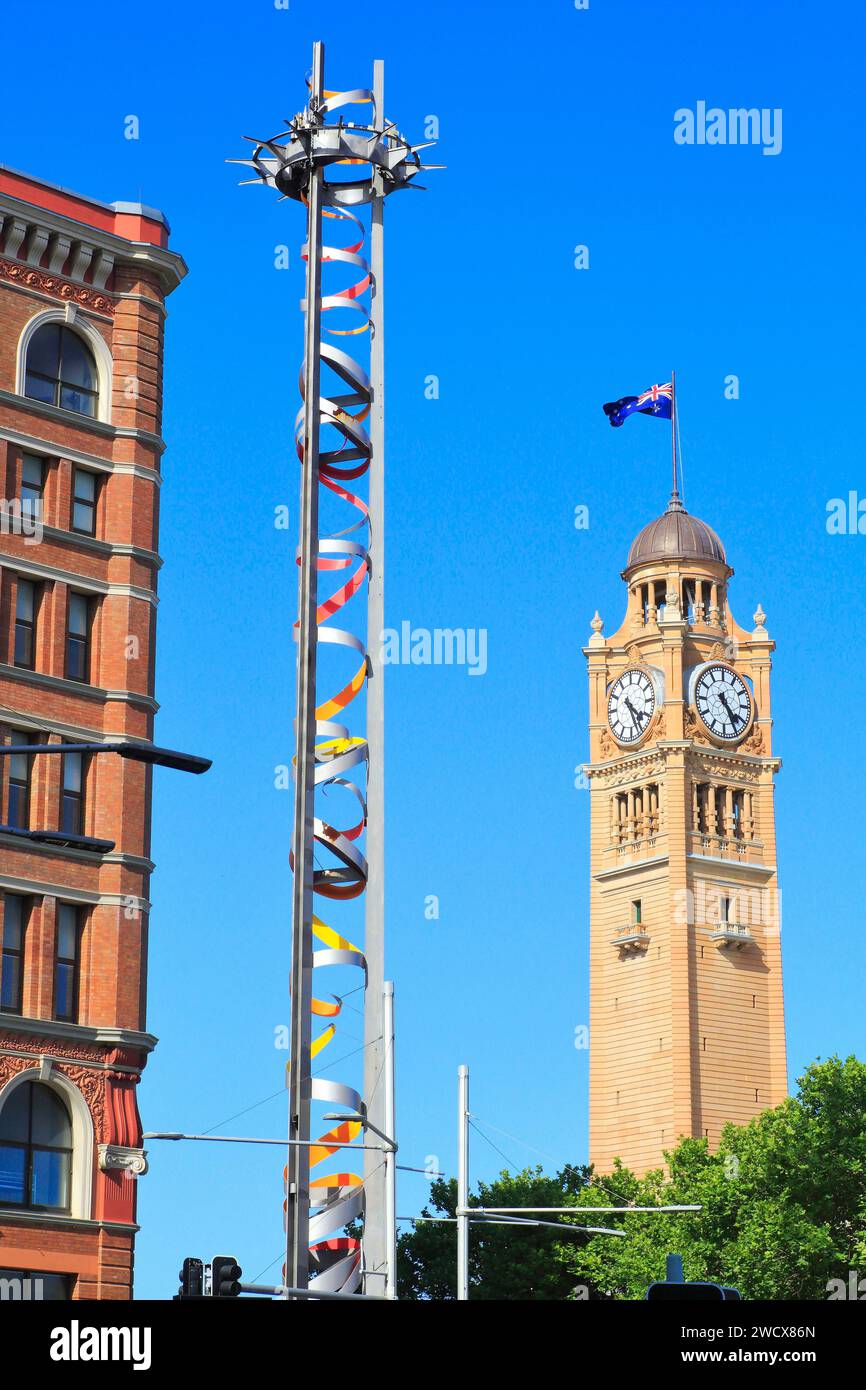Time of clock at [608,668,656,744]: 4:26
